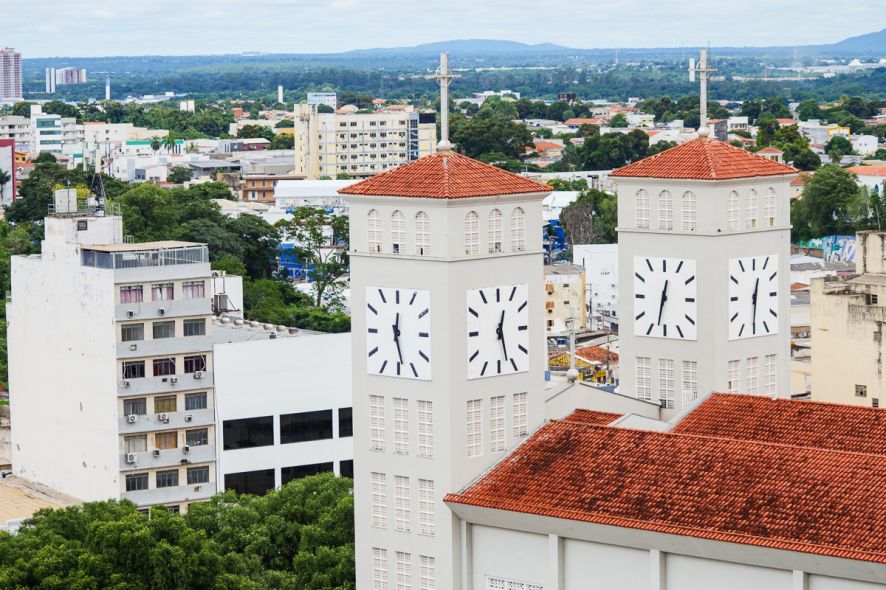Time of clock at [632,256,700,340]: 12:32
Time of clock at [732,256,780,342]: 12:30
